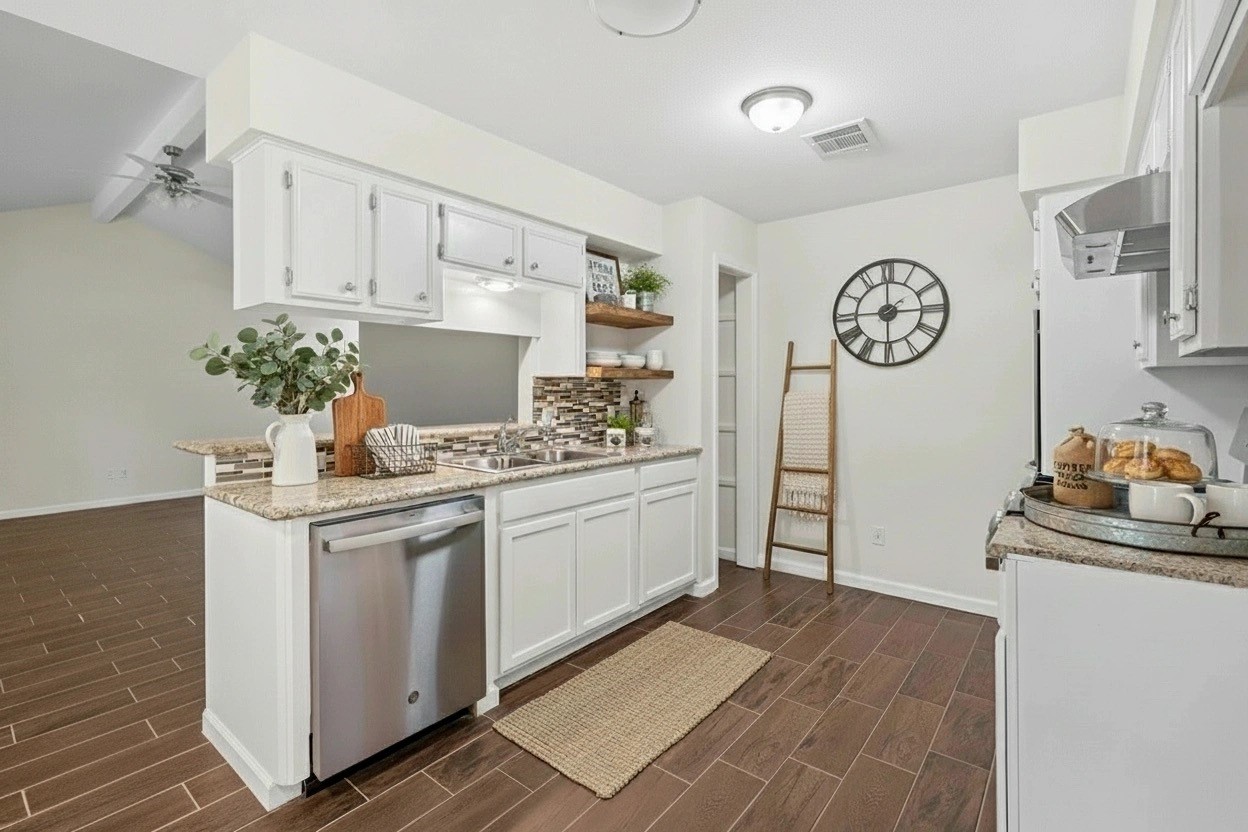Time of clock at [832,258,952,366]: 2:59
